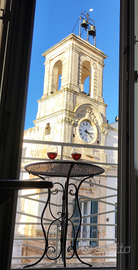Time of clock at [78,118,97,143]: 3:21
